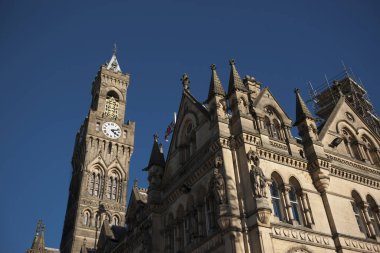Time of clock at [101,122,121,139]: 4:12
